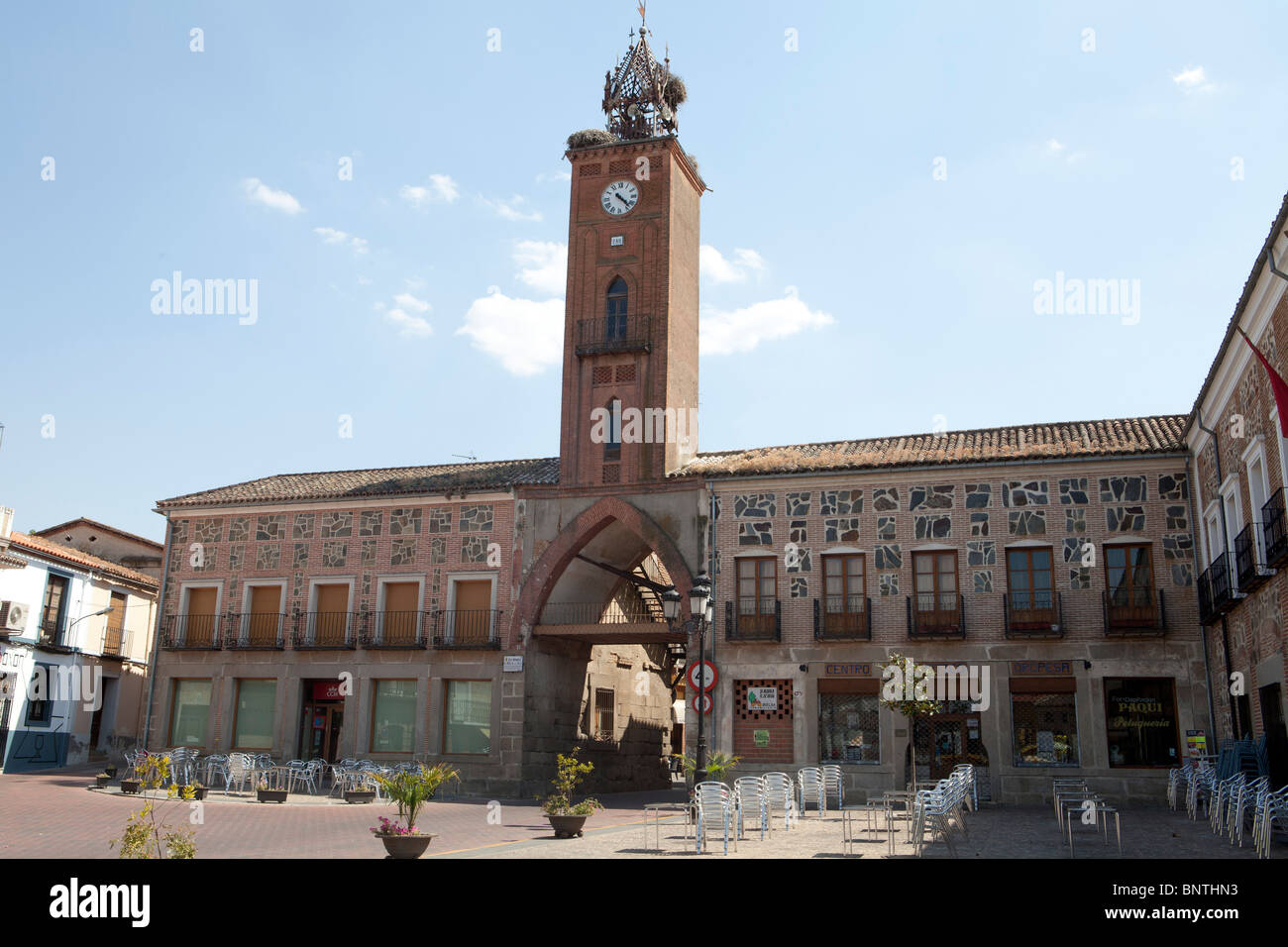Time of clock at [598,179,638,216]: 4:22
